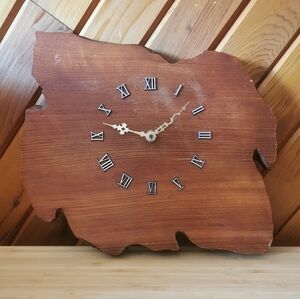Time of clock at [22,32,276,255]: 1:47
